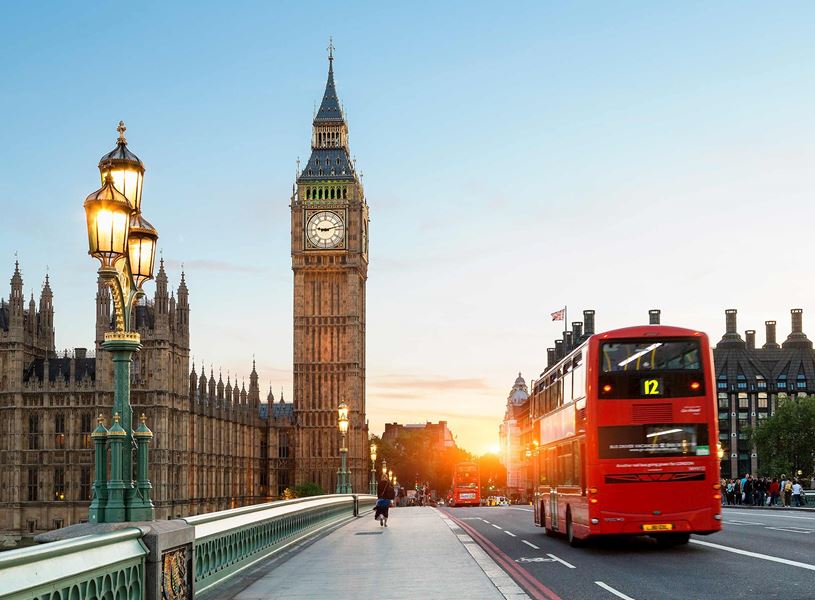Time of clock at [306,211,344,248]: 9:12
